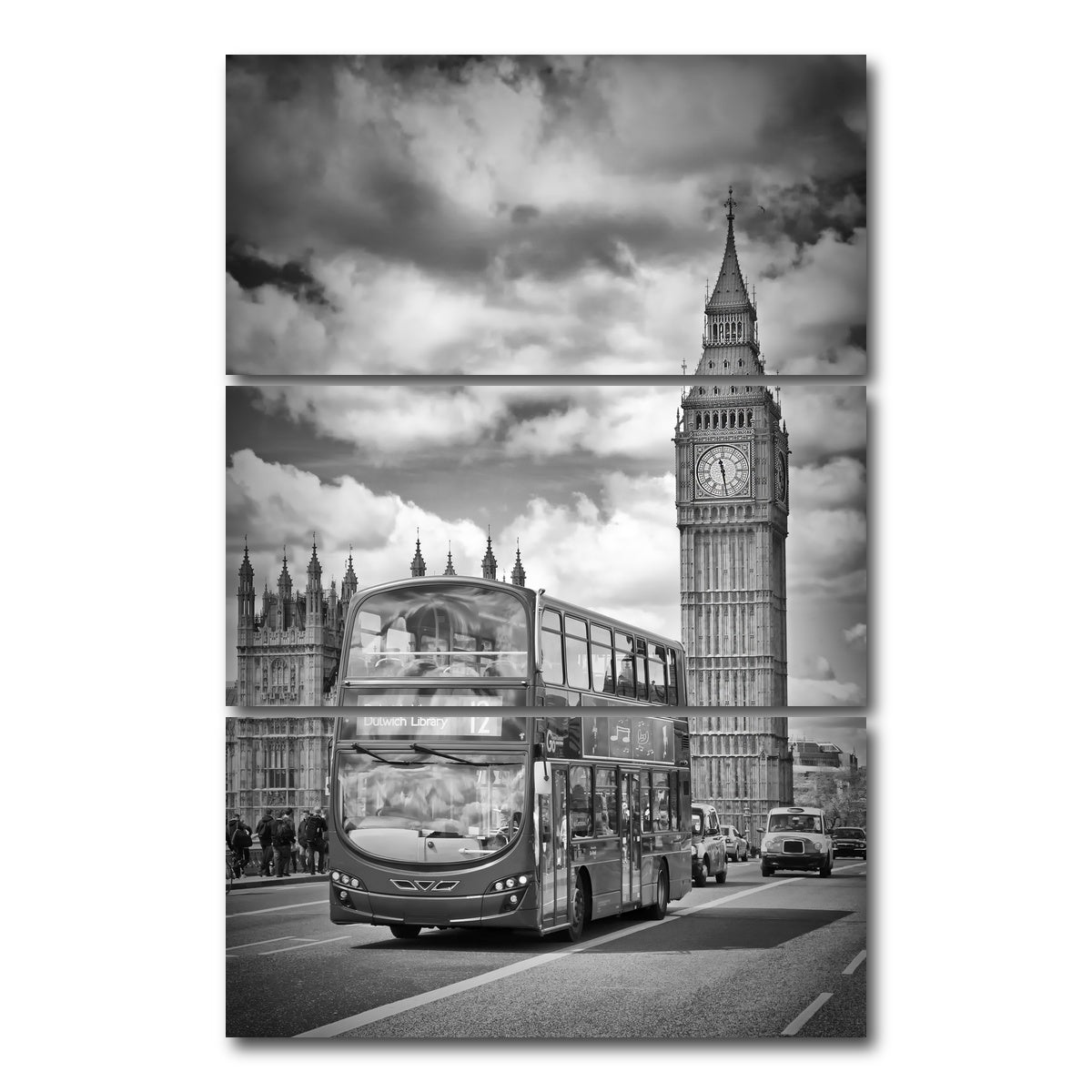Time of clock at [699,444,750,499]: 11:28
